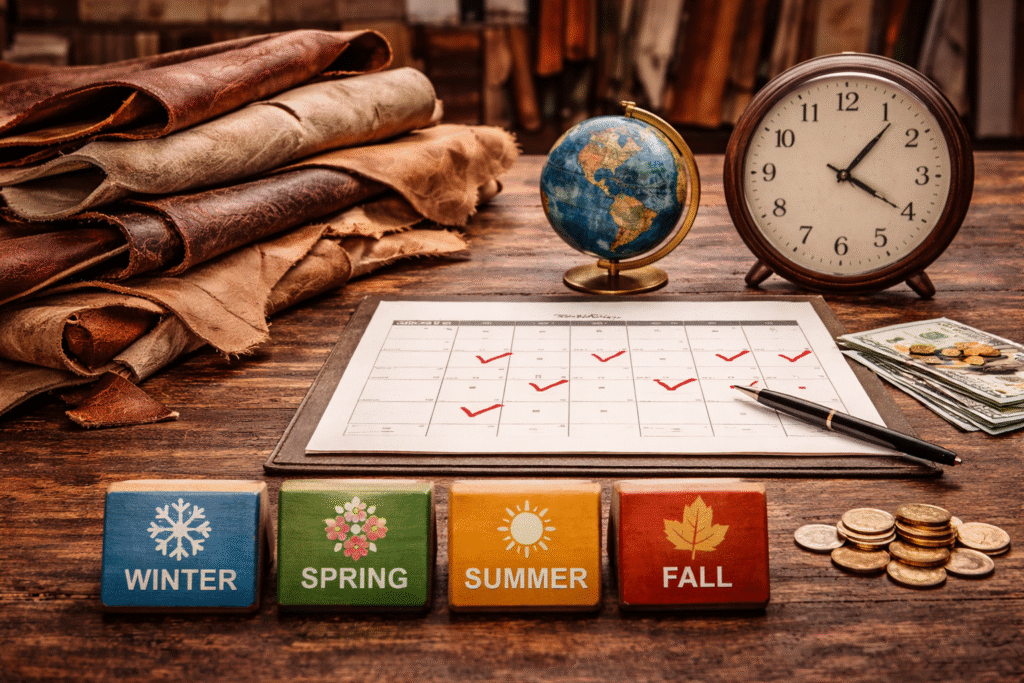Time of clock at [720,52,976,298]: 1:20
